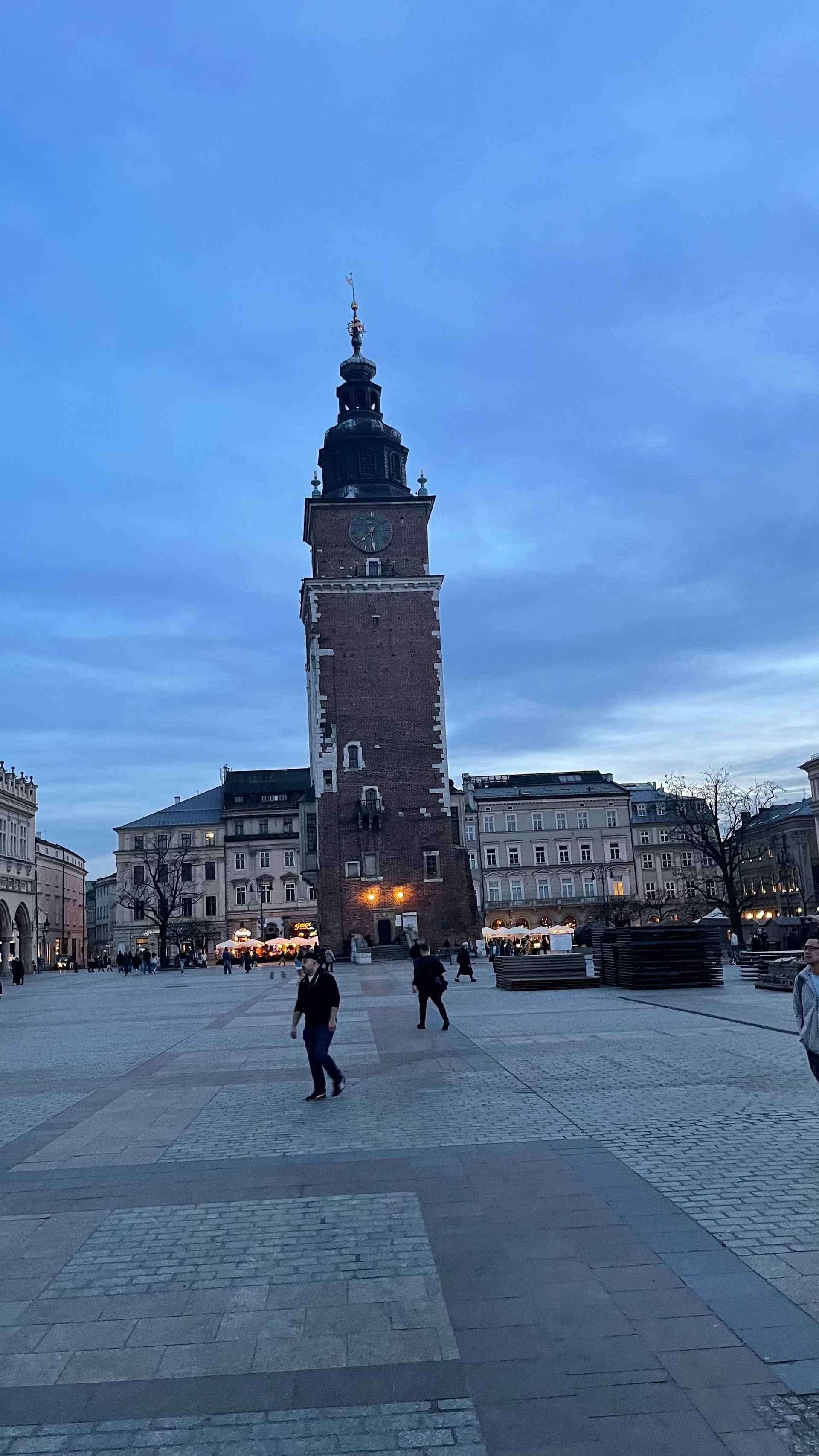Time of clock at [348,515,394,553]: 7:29
